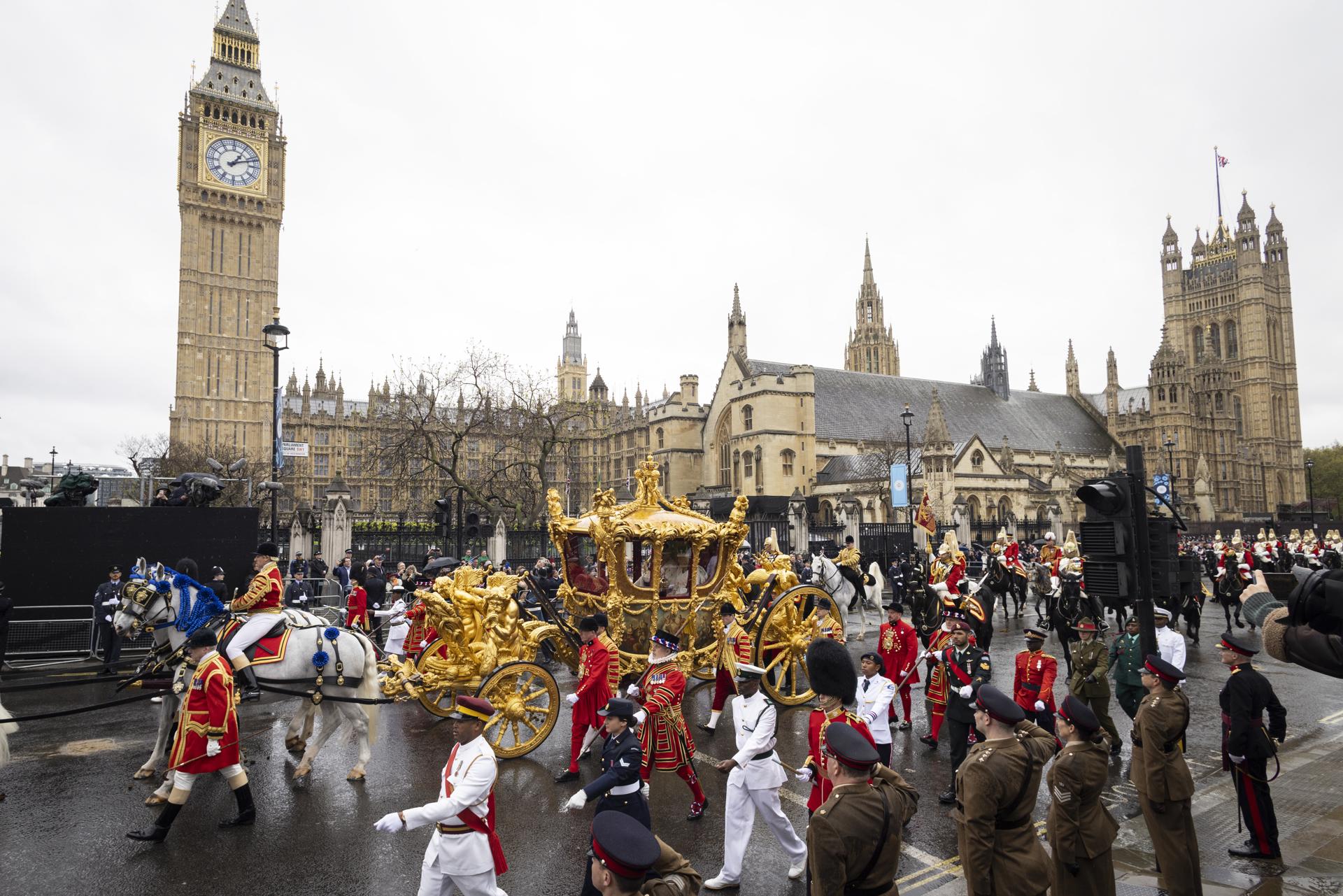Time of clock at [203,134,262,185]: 1:11
